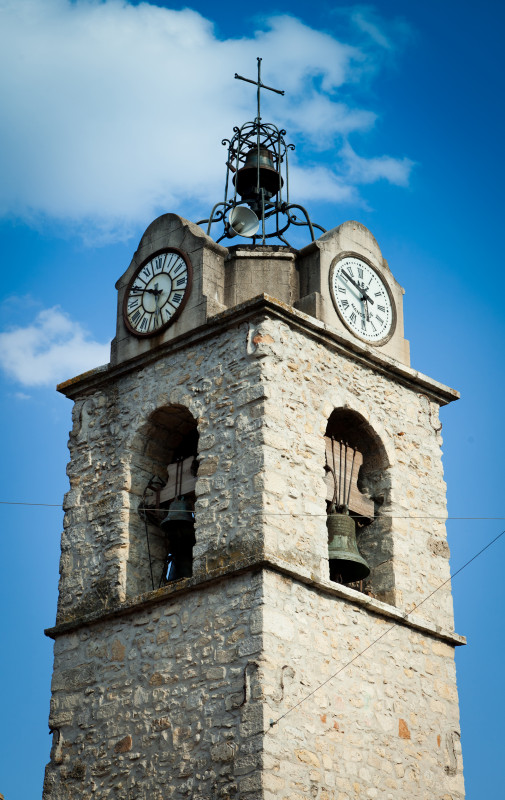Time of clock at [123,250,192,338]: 5:49
